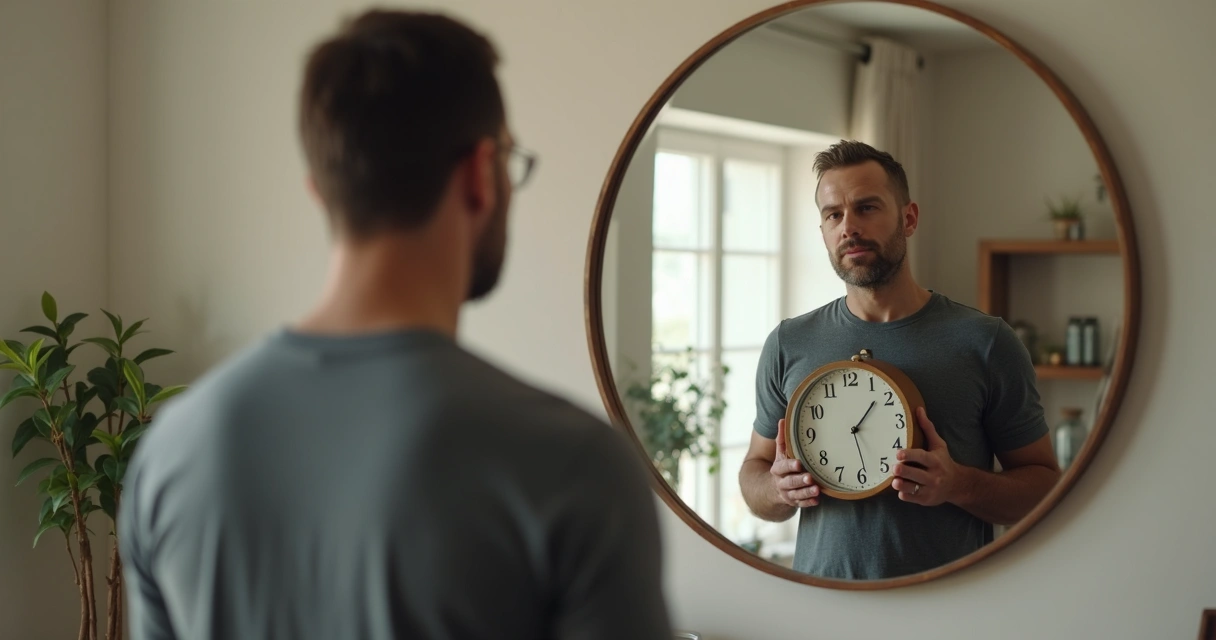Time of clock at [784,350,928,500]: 1:28
